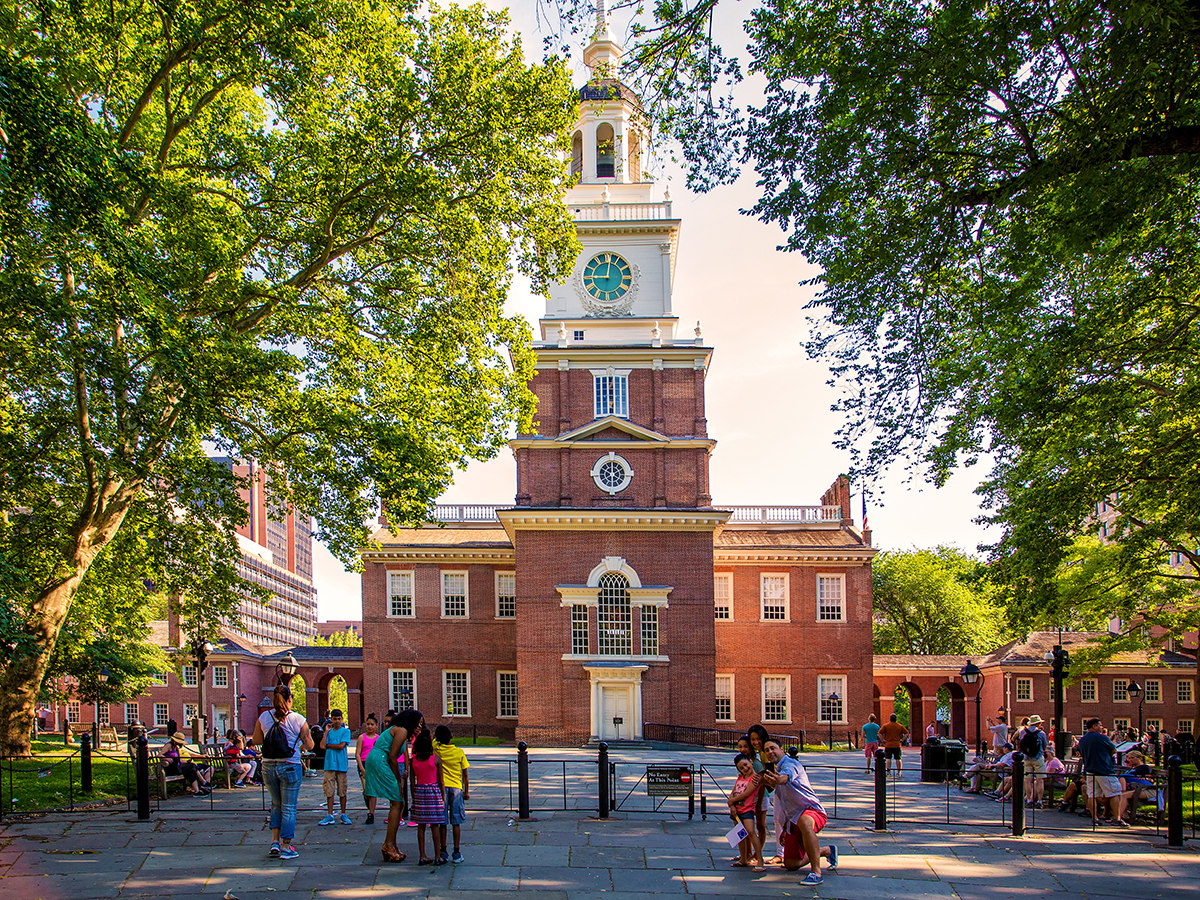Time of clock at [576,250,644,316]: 9:01
